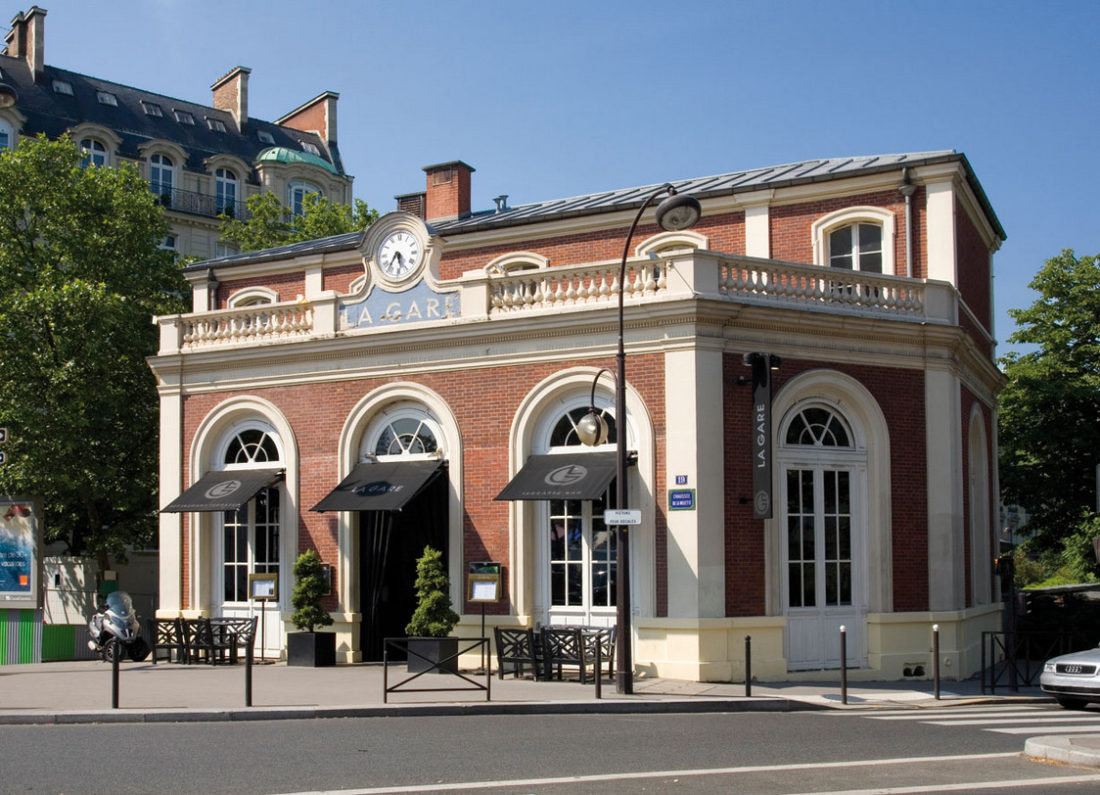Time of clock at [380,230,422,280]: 5:35
